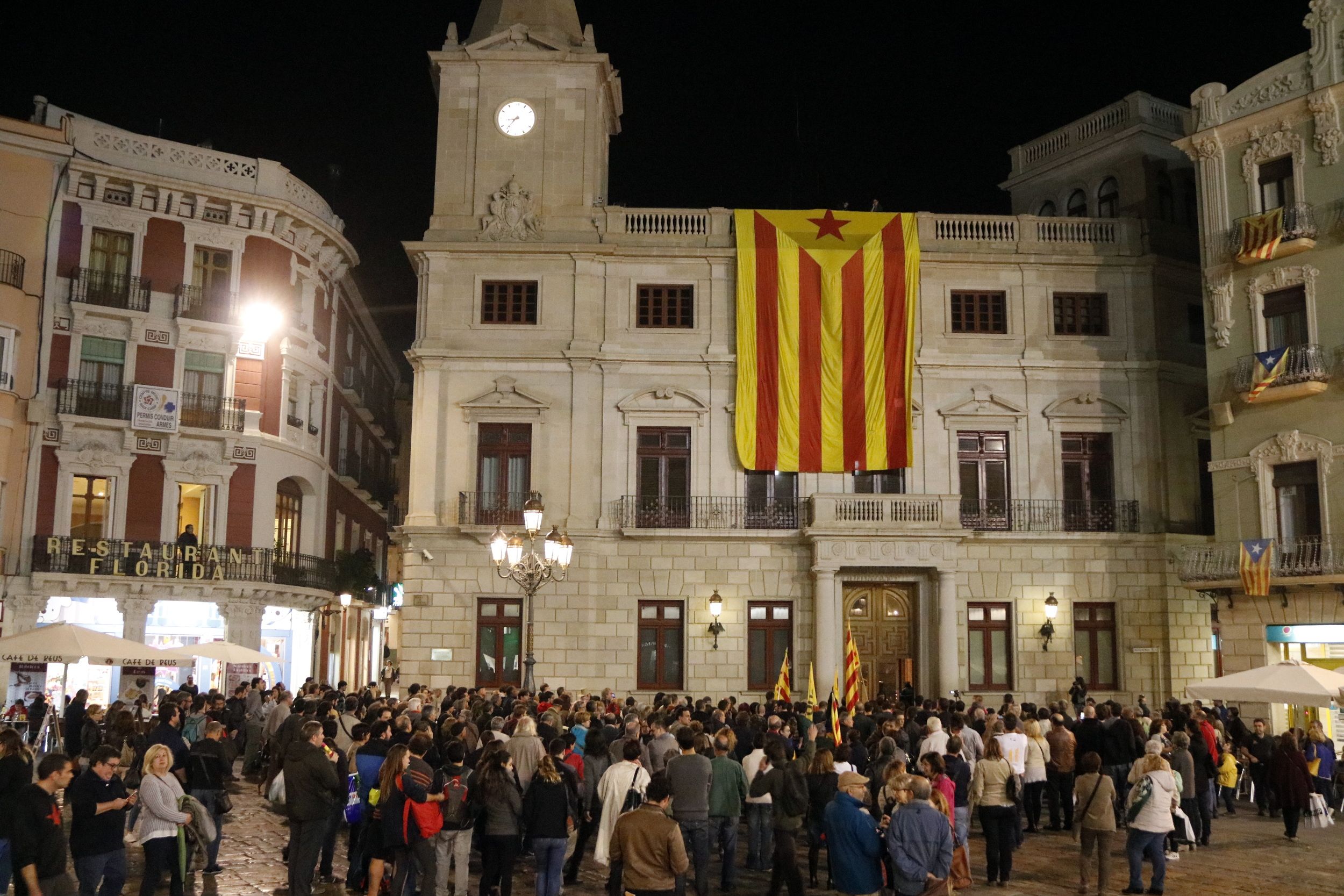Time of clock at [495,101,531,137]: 8:36
